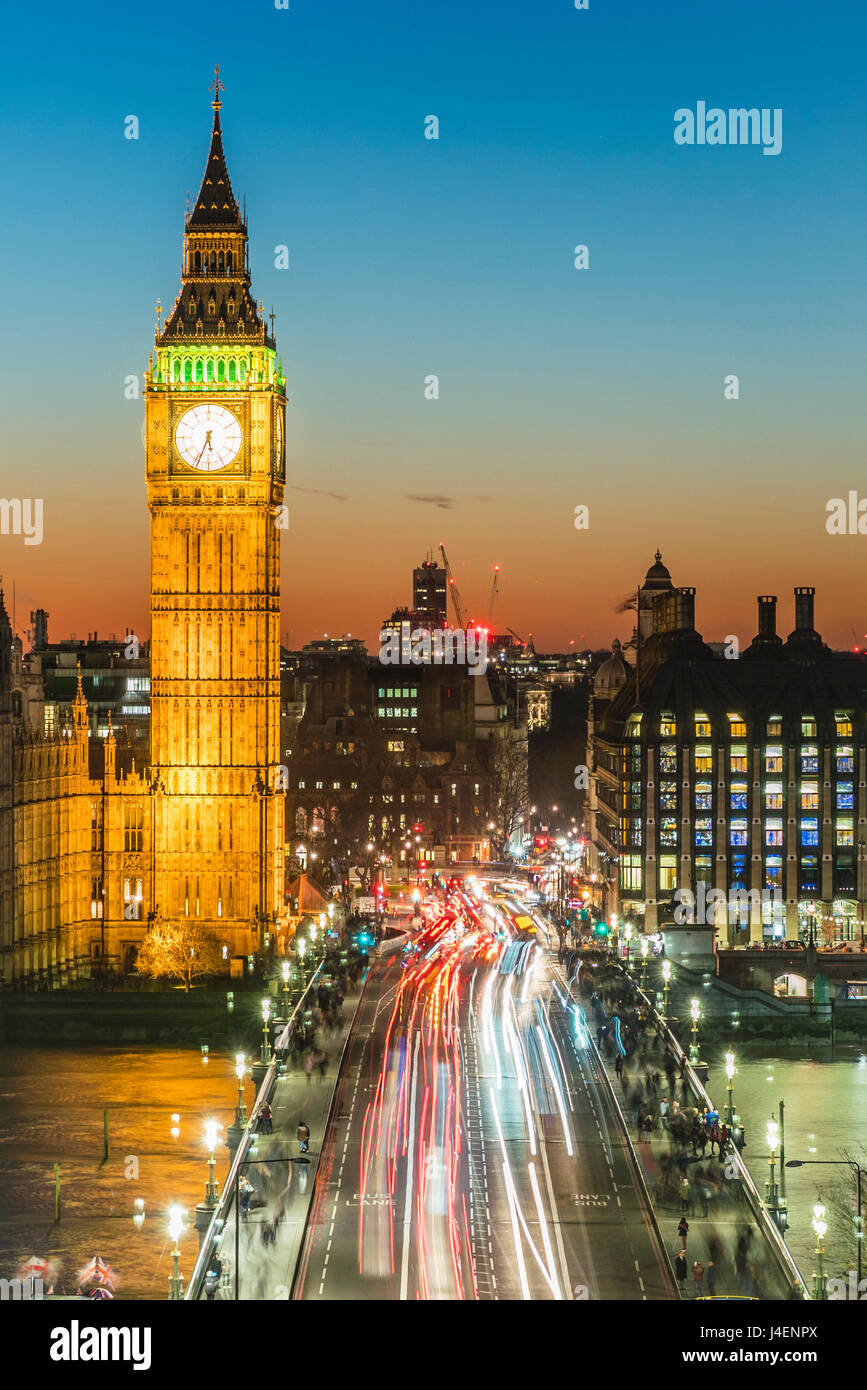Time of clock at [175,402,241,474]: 5:33
